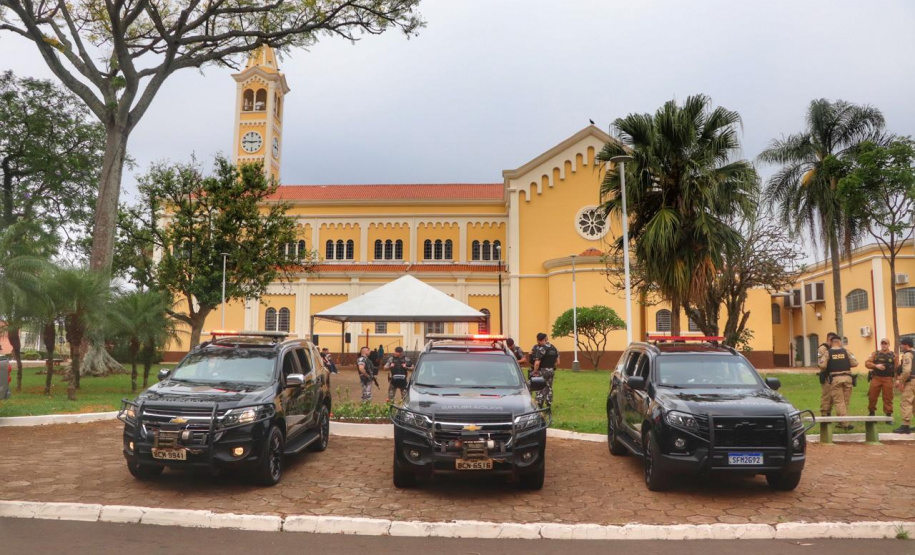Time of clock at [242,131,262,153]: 2:46
